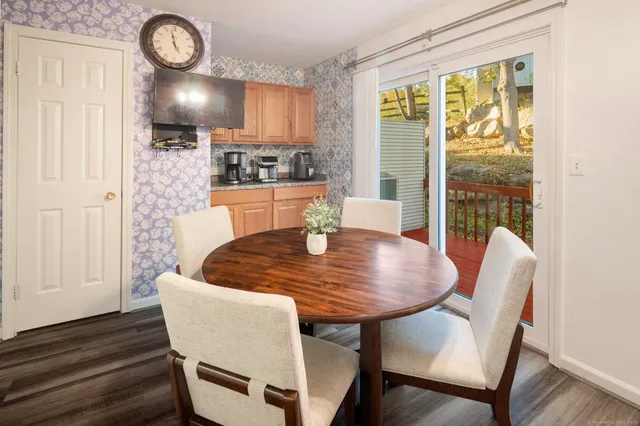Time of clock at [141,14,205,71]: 4:58
